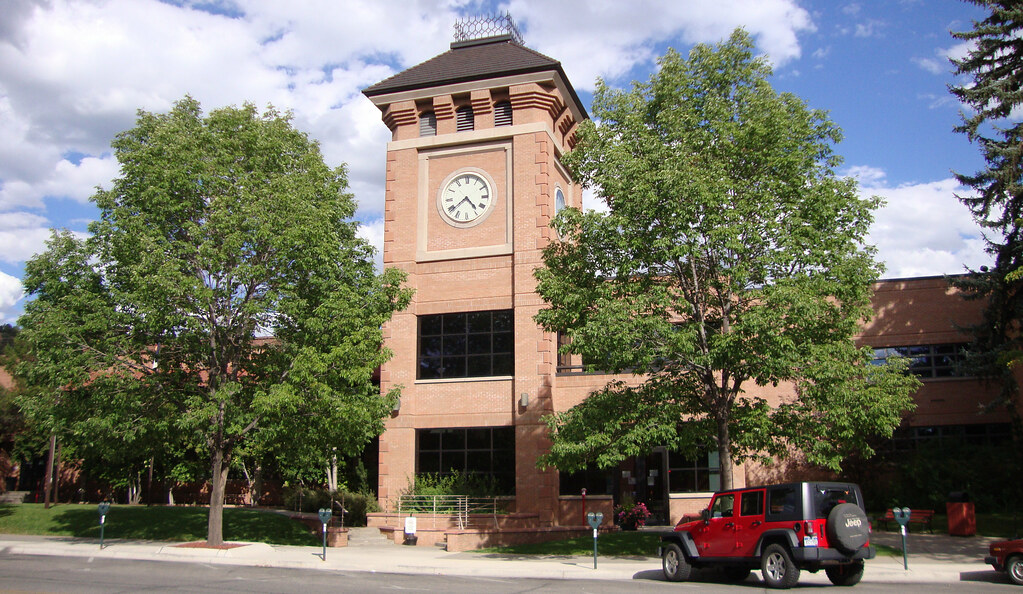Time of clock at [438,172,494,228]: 4:38
